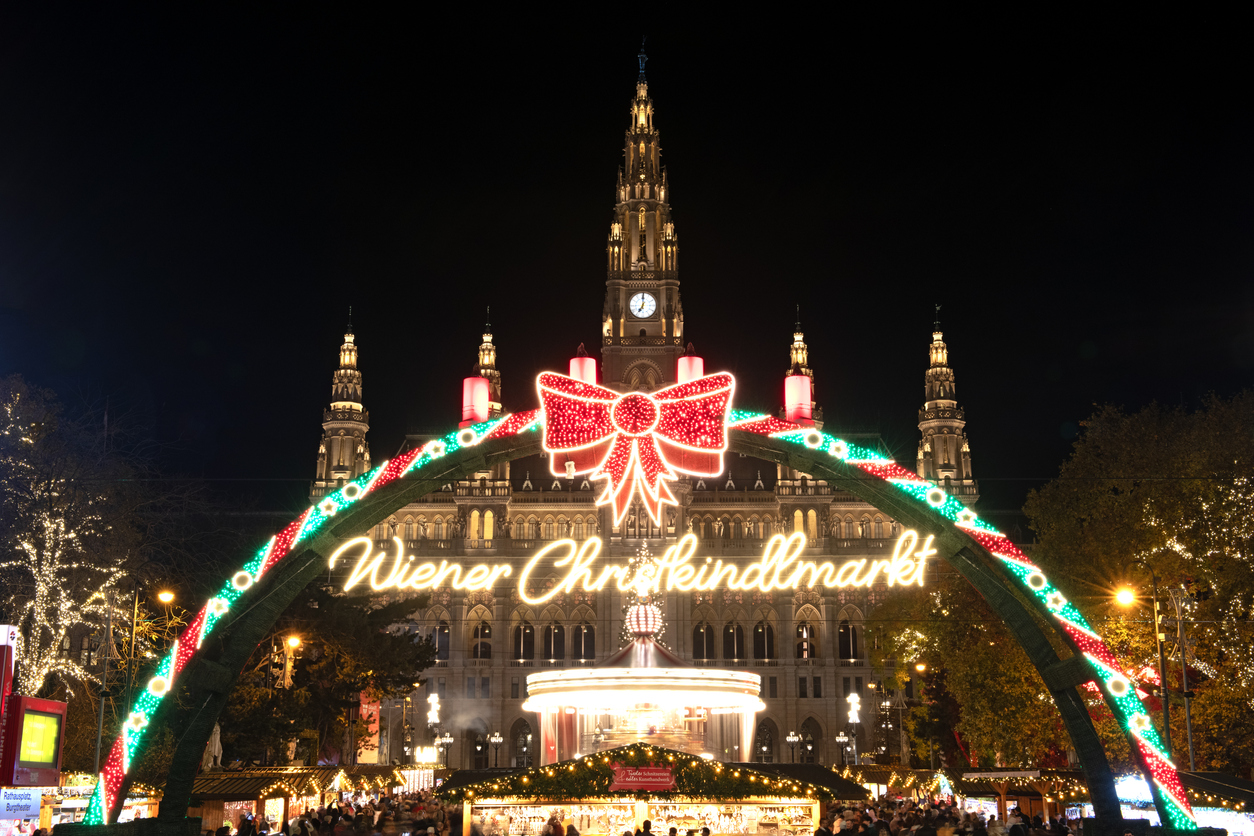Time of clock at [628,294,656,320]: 7:00
